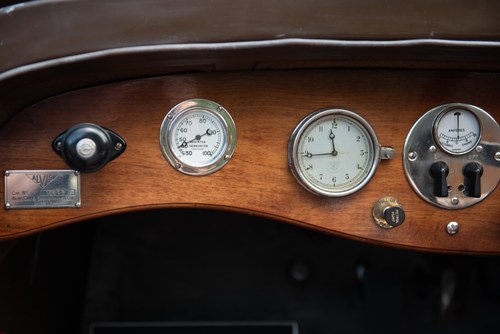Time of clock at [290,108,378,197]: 11:44
